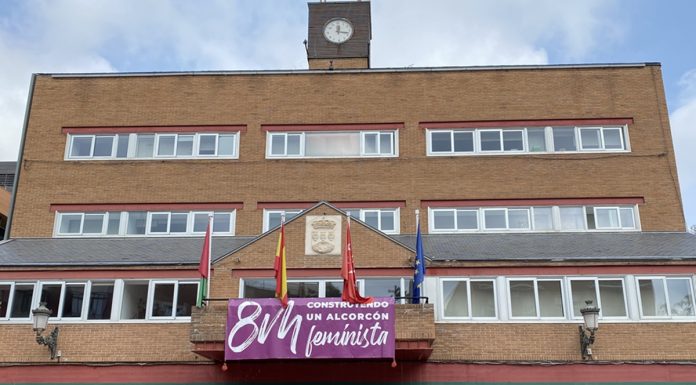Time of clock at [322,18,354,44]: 12:17
